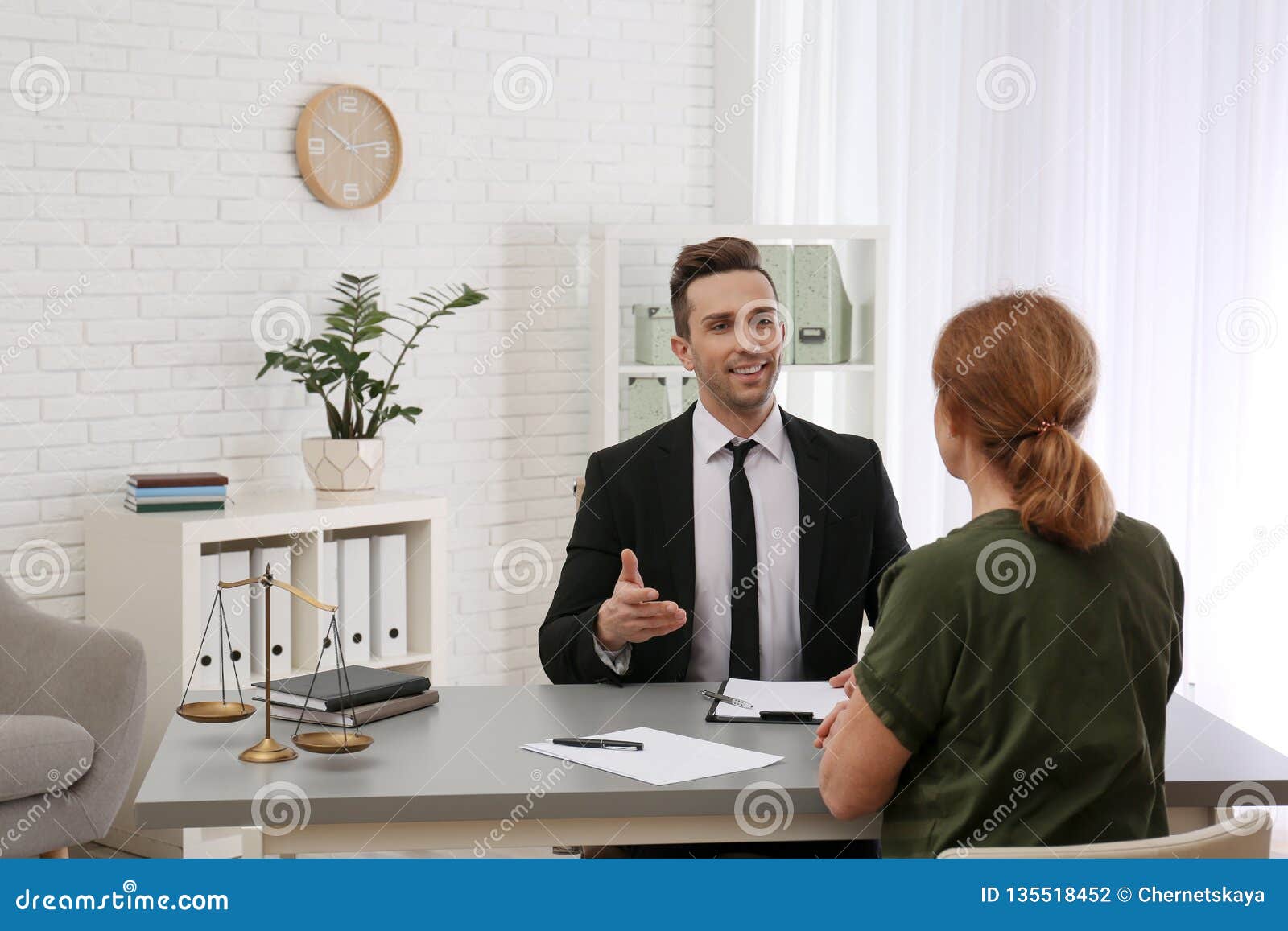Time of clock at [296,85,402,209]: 10:13
